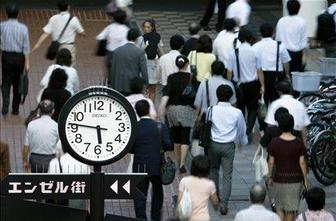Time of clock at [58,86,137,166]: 5:46
